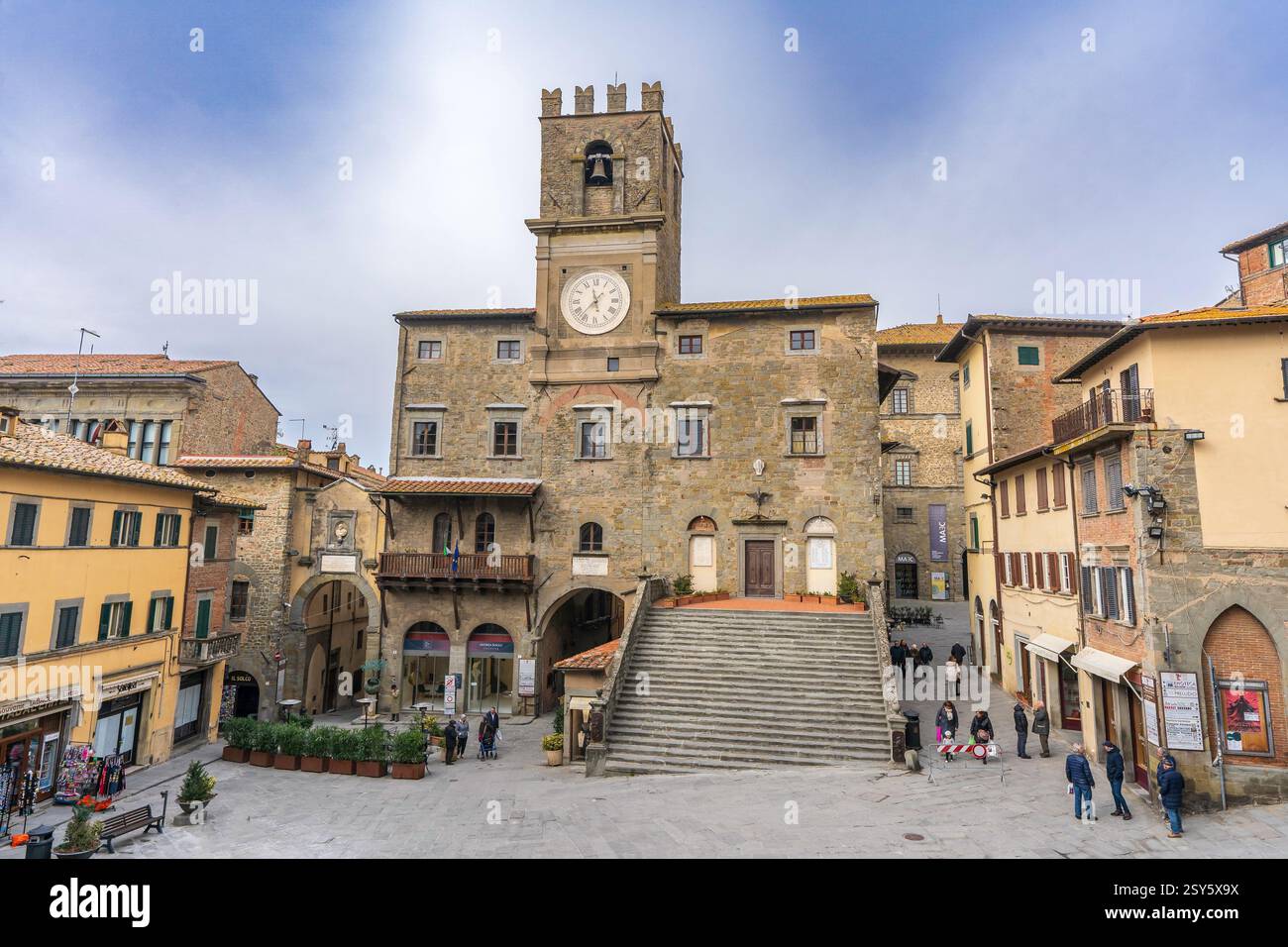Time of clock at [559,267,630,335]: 11:37
